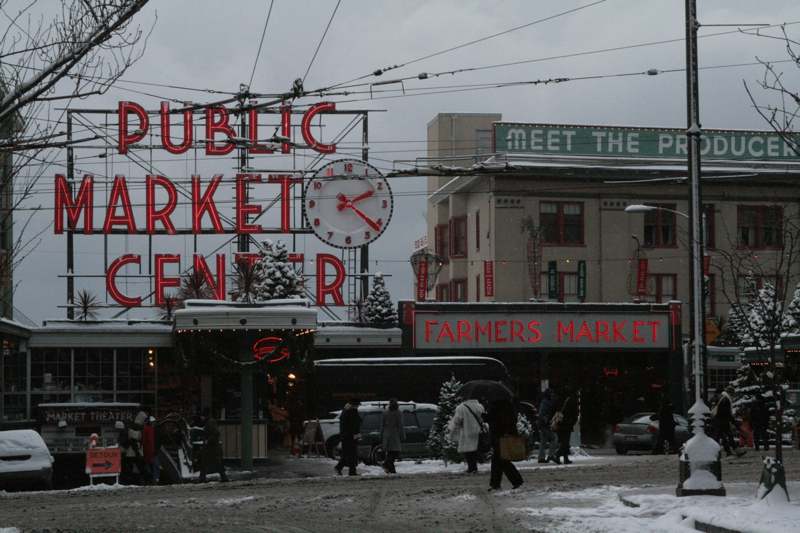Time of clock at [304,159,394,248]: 2:21
